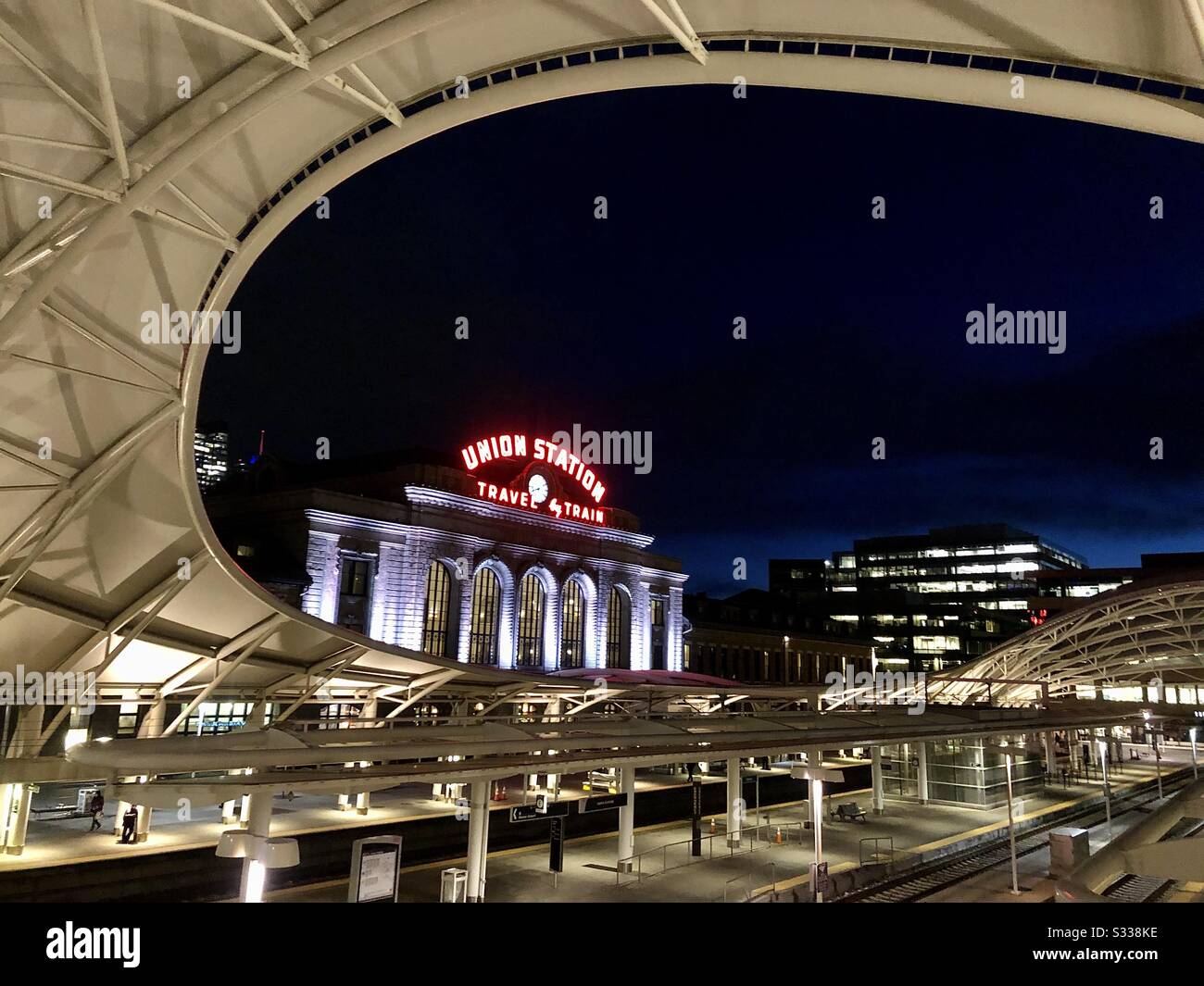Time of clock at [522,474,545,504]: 8:41
